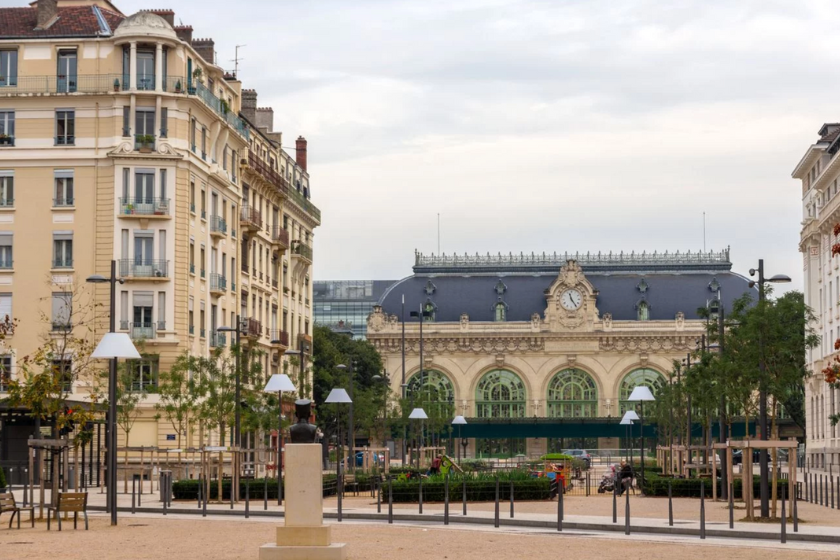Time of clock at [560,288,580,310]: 11:24
